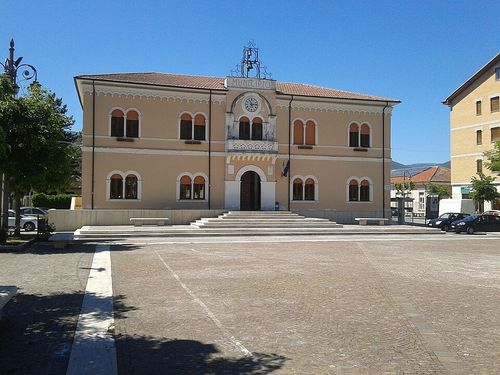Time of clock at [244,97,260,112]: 11:13
